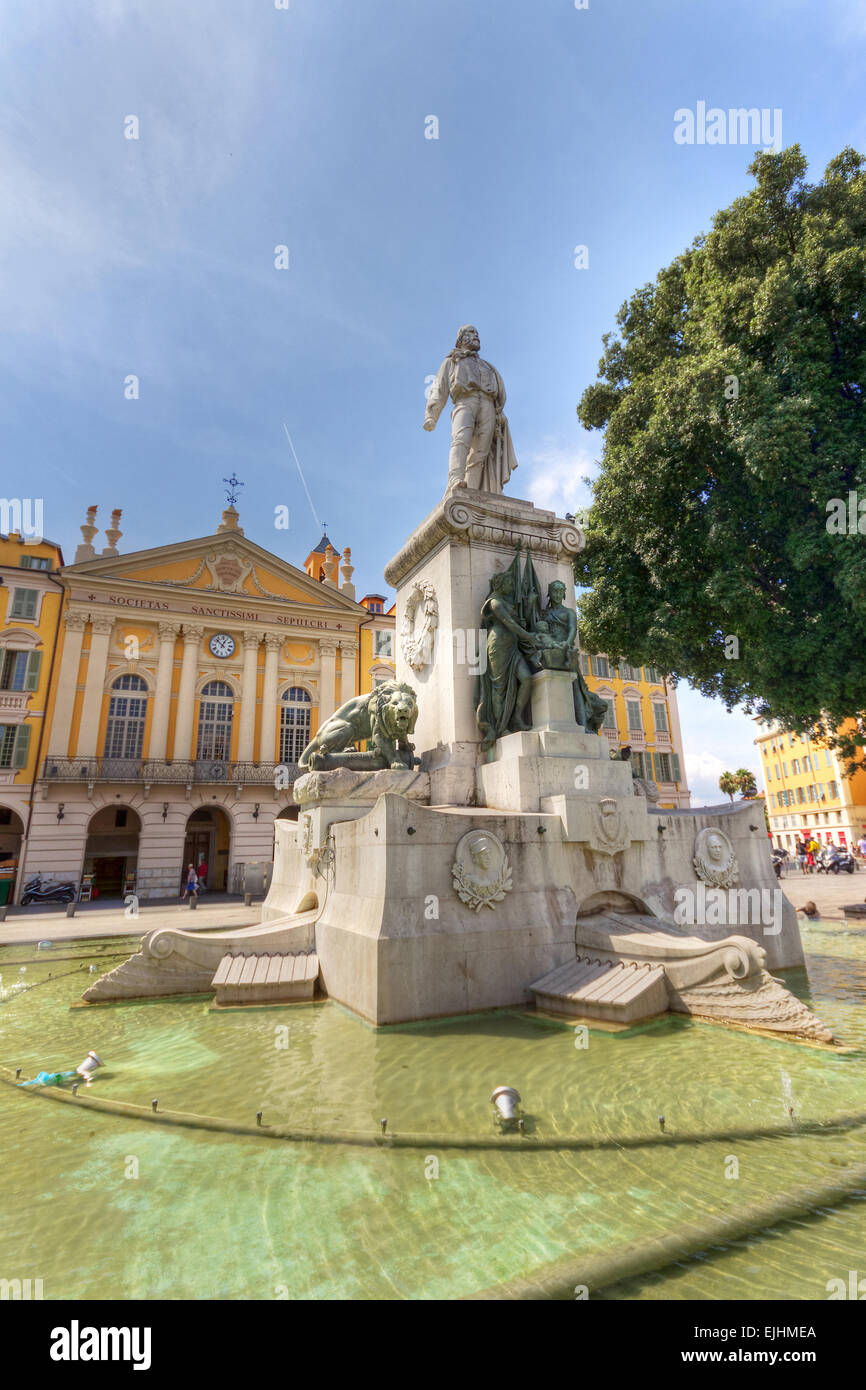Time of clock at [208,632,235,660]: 12:52
